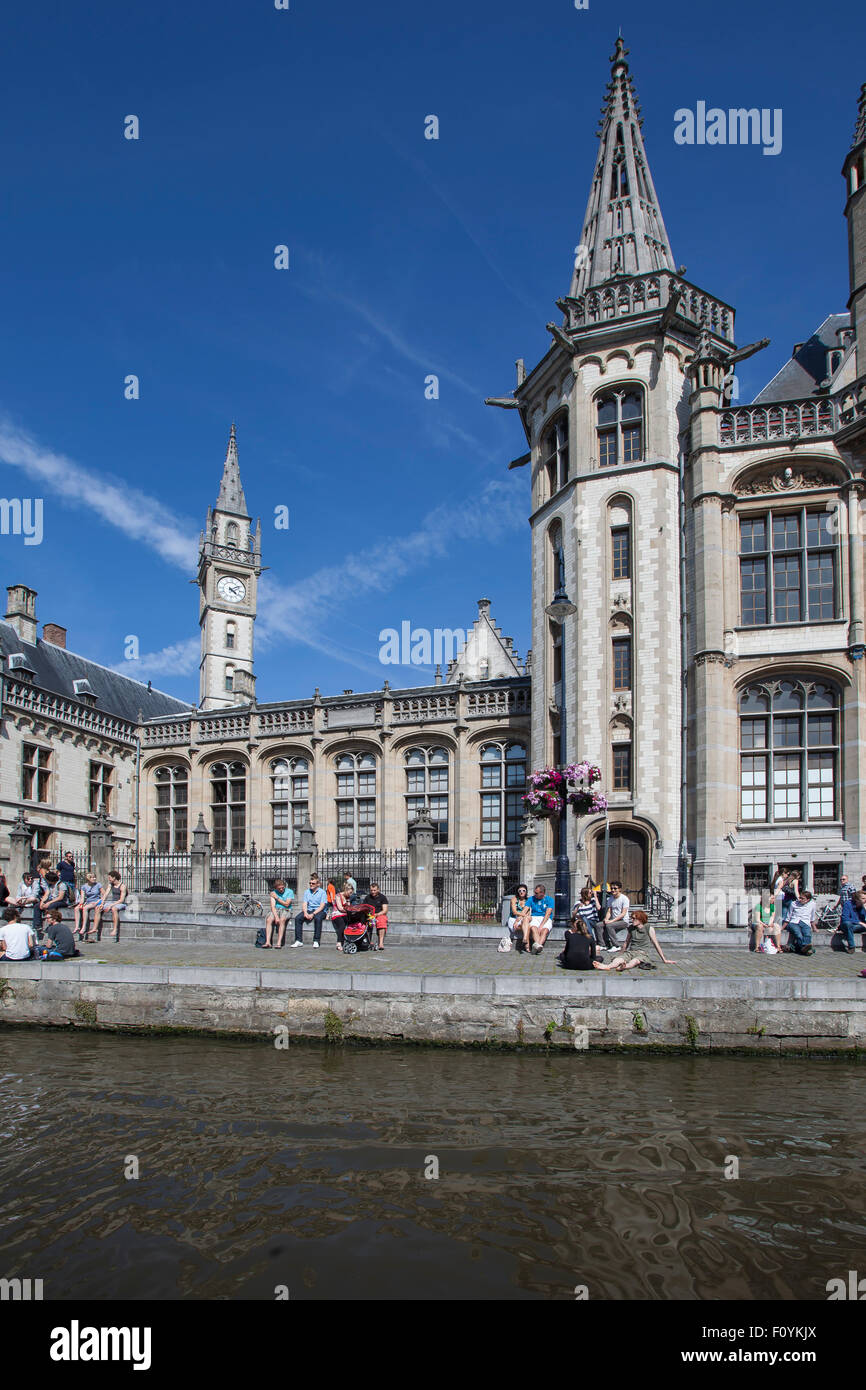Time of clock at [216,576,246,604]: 4:09
